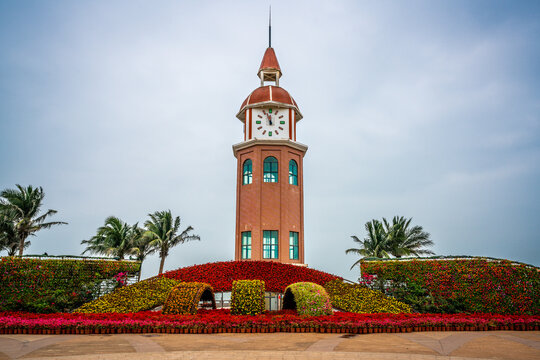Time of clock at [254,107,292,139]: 11:56
